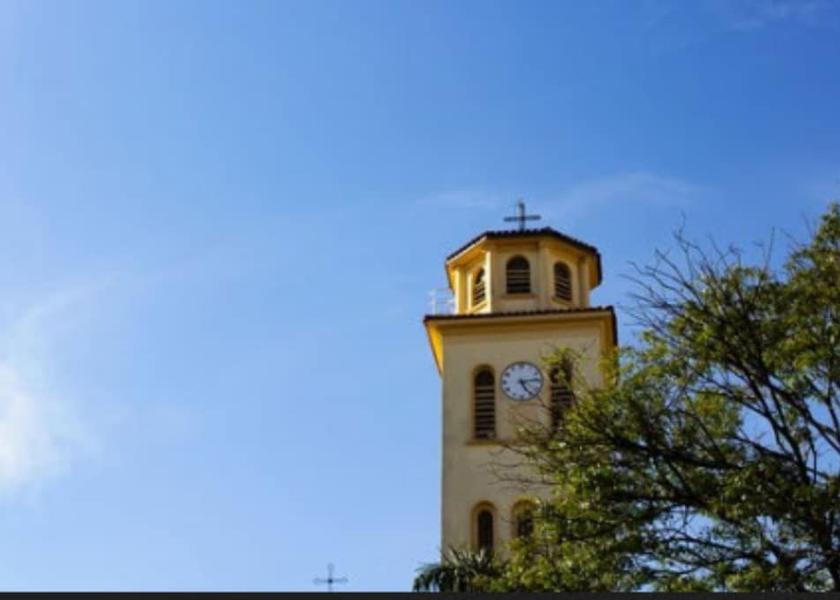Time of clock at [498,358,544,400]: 5:13
